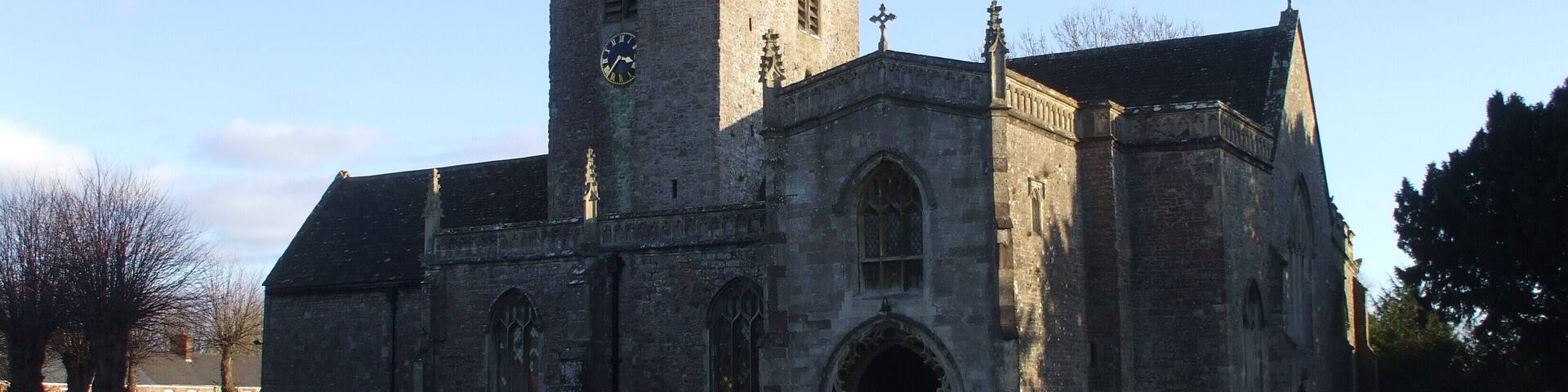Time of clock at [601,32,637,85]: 3:36
